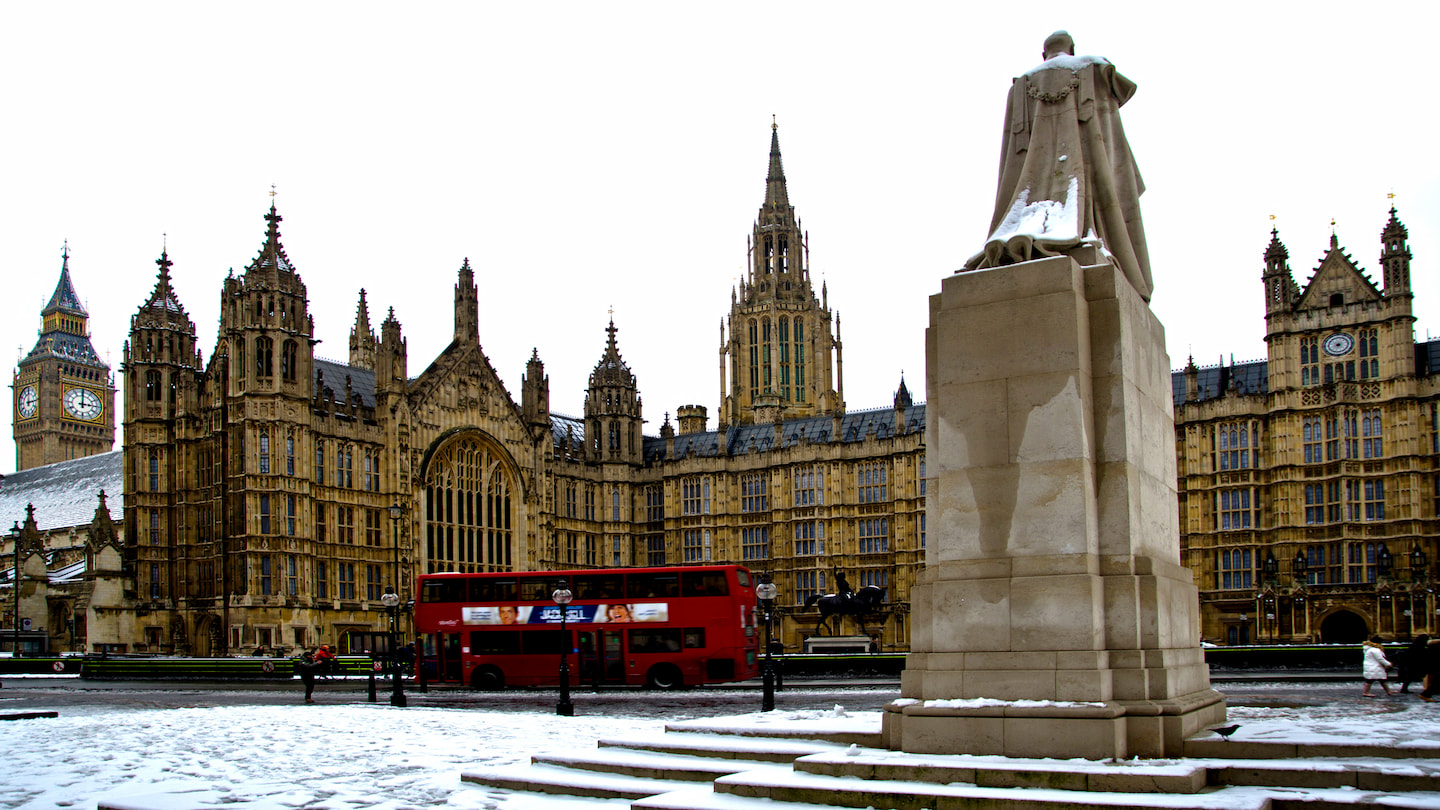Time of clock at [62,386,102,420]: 3:00
